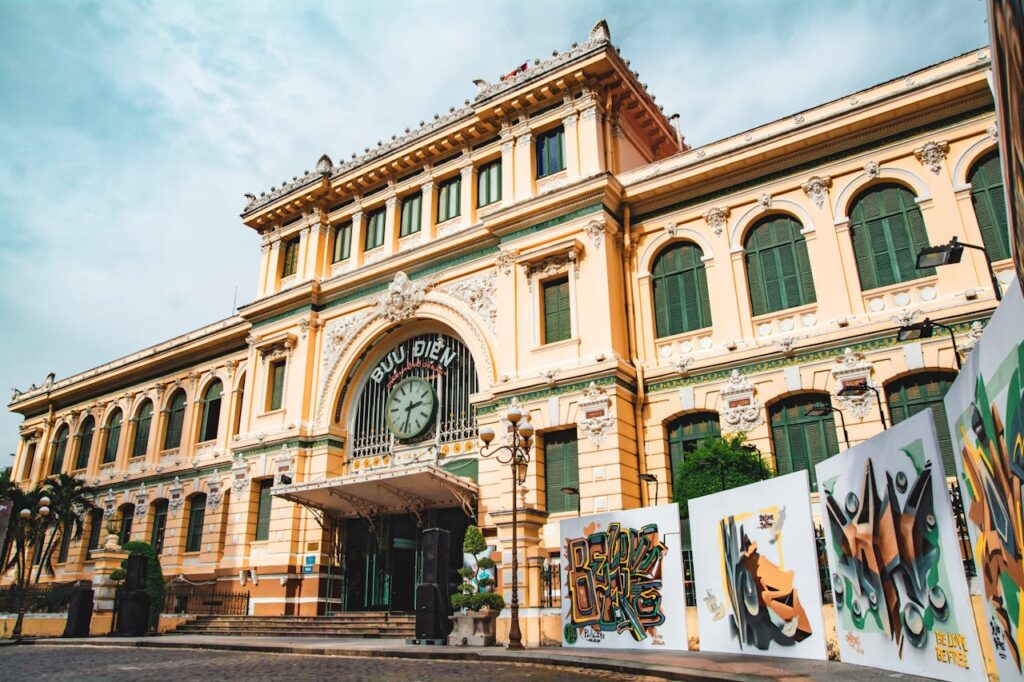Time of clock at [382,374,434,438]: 2:32
